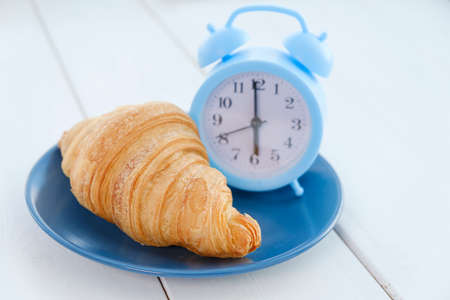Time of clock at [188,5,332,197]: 5:59
